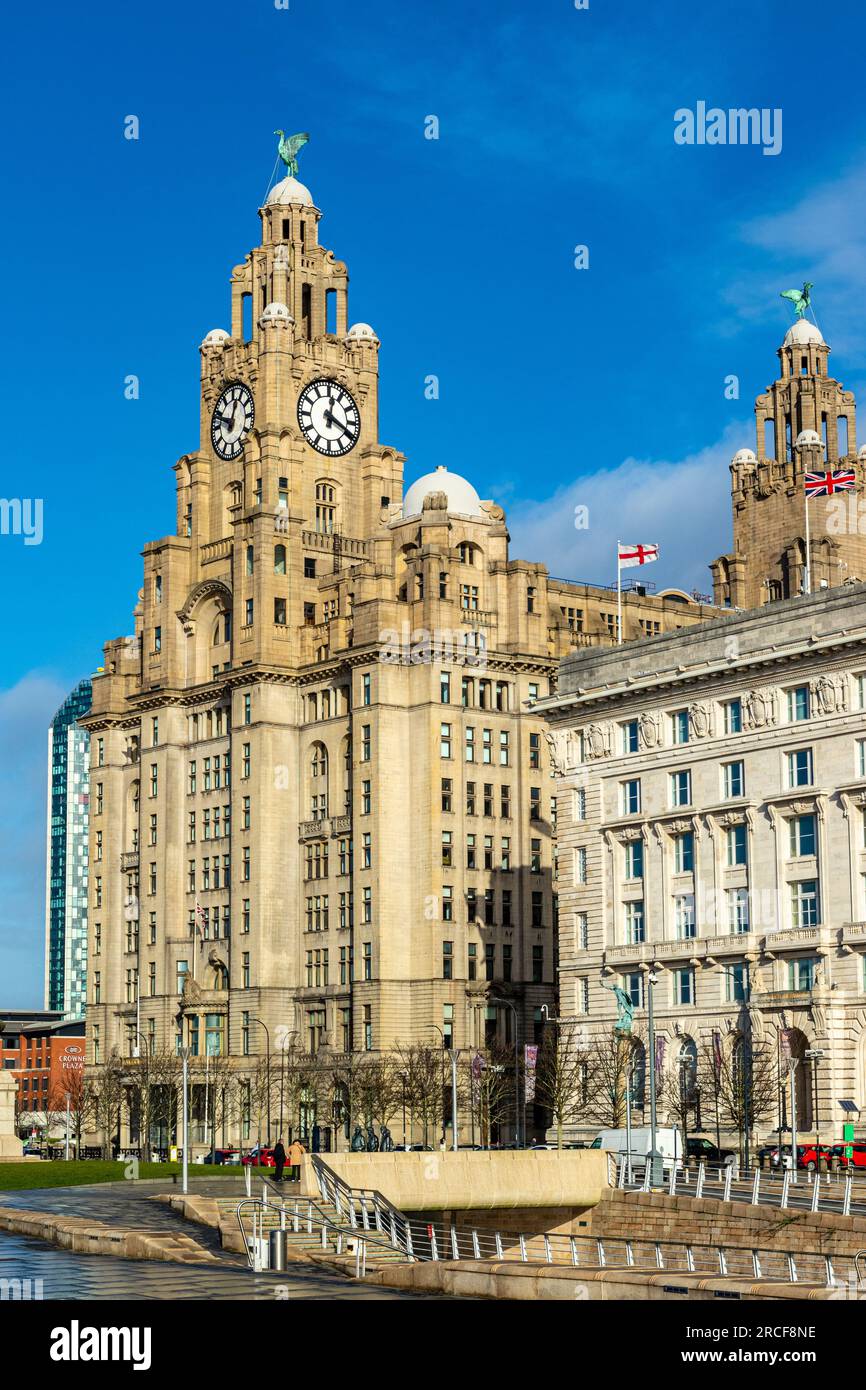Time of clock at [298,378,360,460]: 12:19
